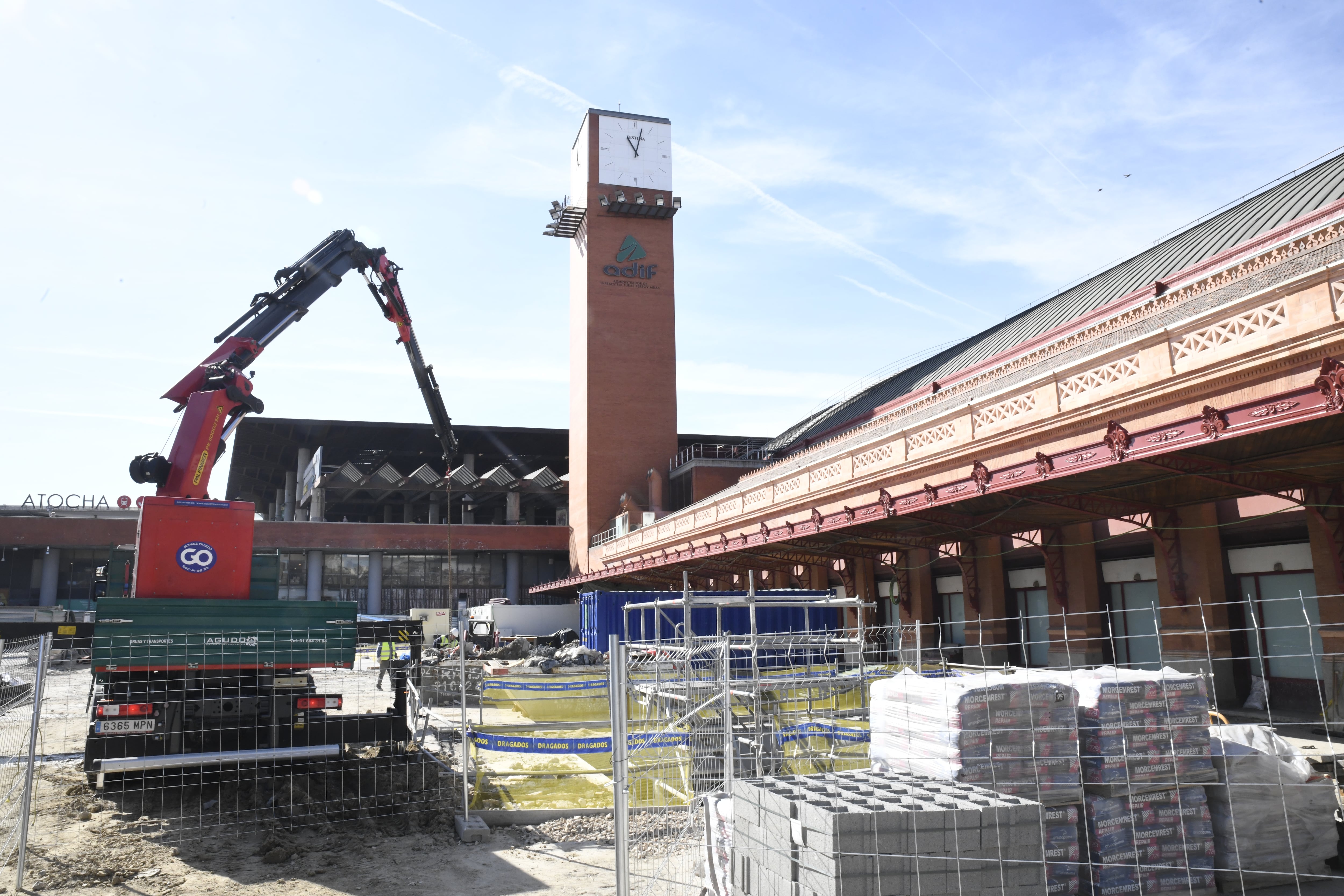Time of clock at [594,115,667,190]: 11:02
